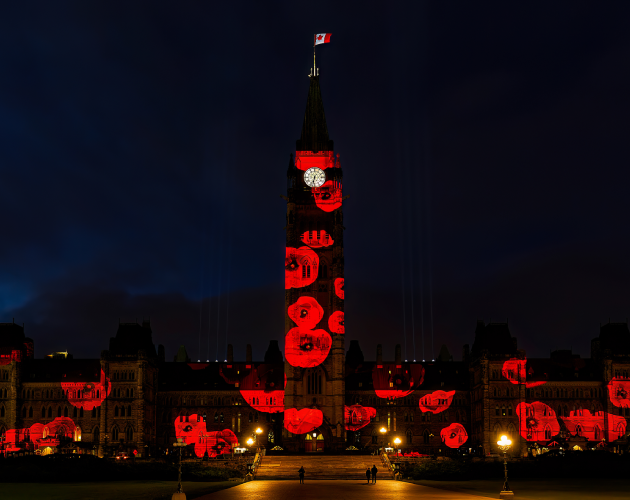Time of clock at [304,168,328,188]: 6:32
